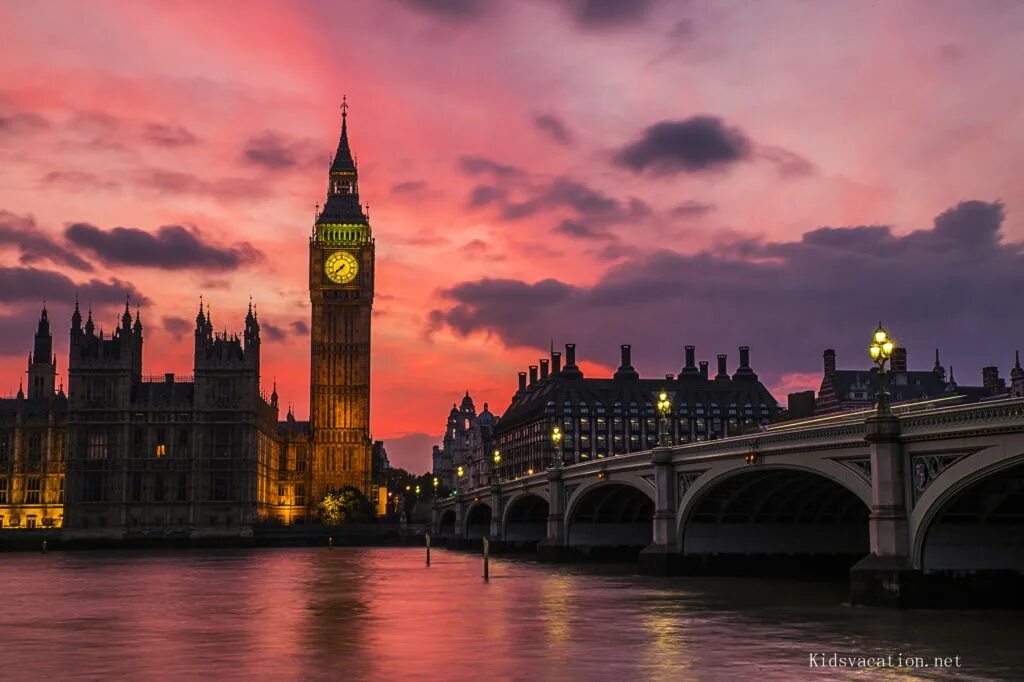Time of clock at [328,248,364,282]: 7:37
